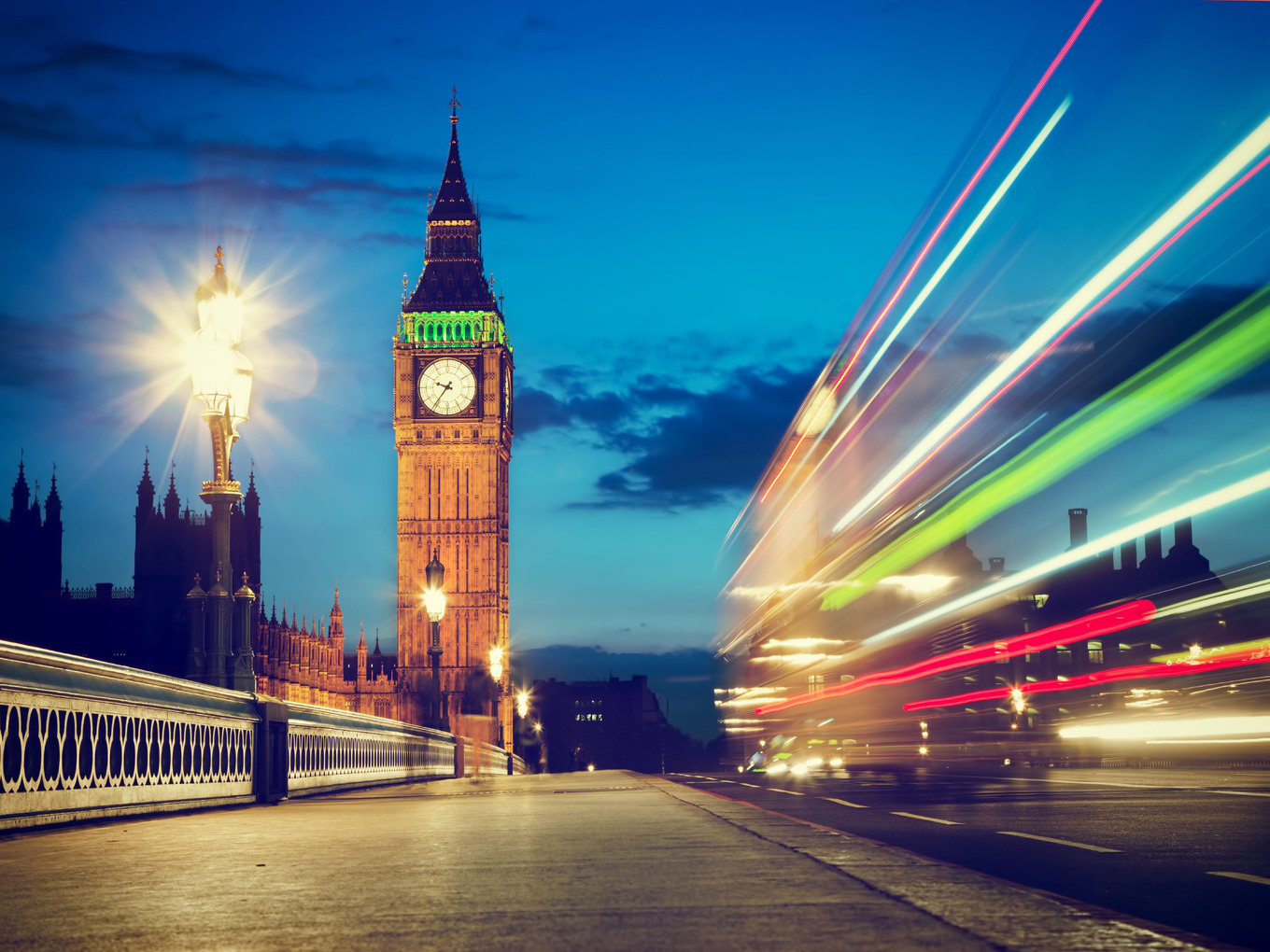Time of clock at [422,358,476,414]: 9:36
